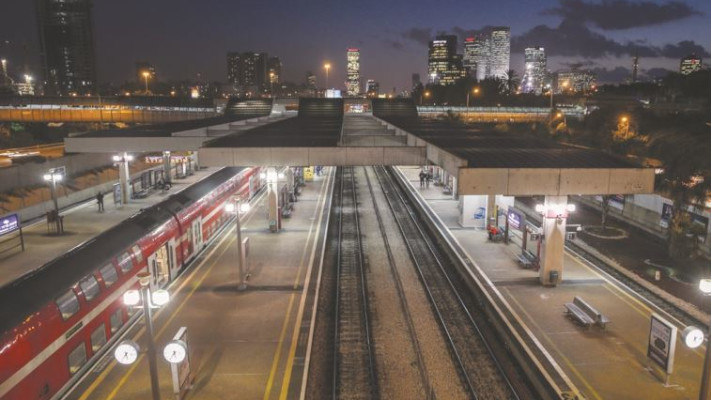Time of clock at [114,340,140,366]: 5:35
